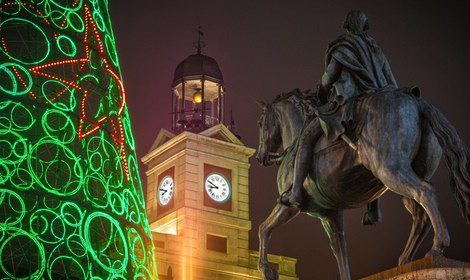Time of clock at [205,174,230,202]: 8:49
